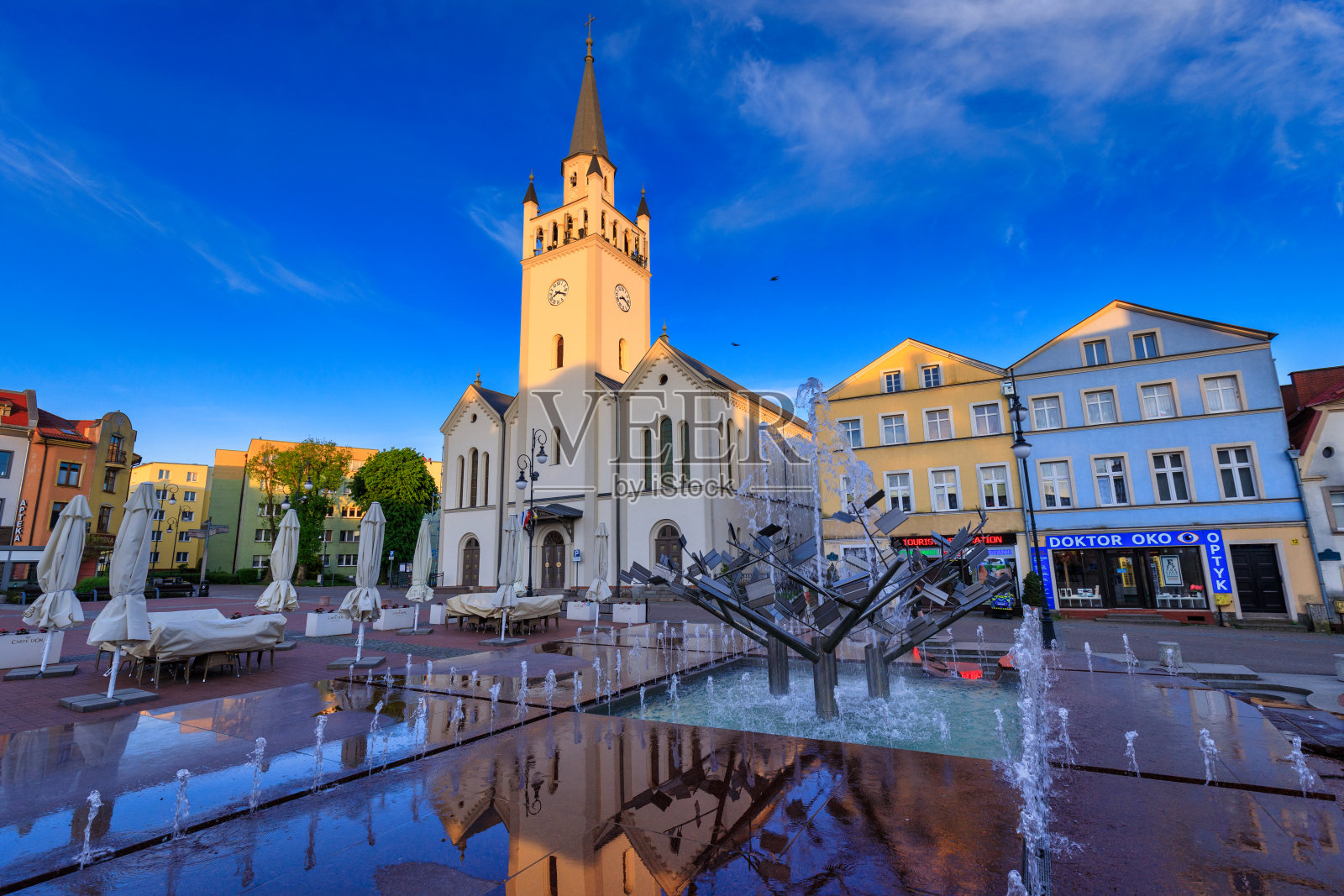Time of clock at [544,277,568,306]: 8:18
